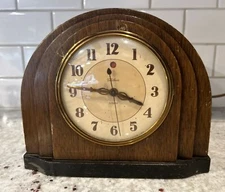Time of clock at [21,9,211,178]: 3:46
